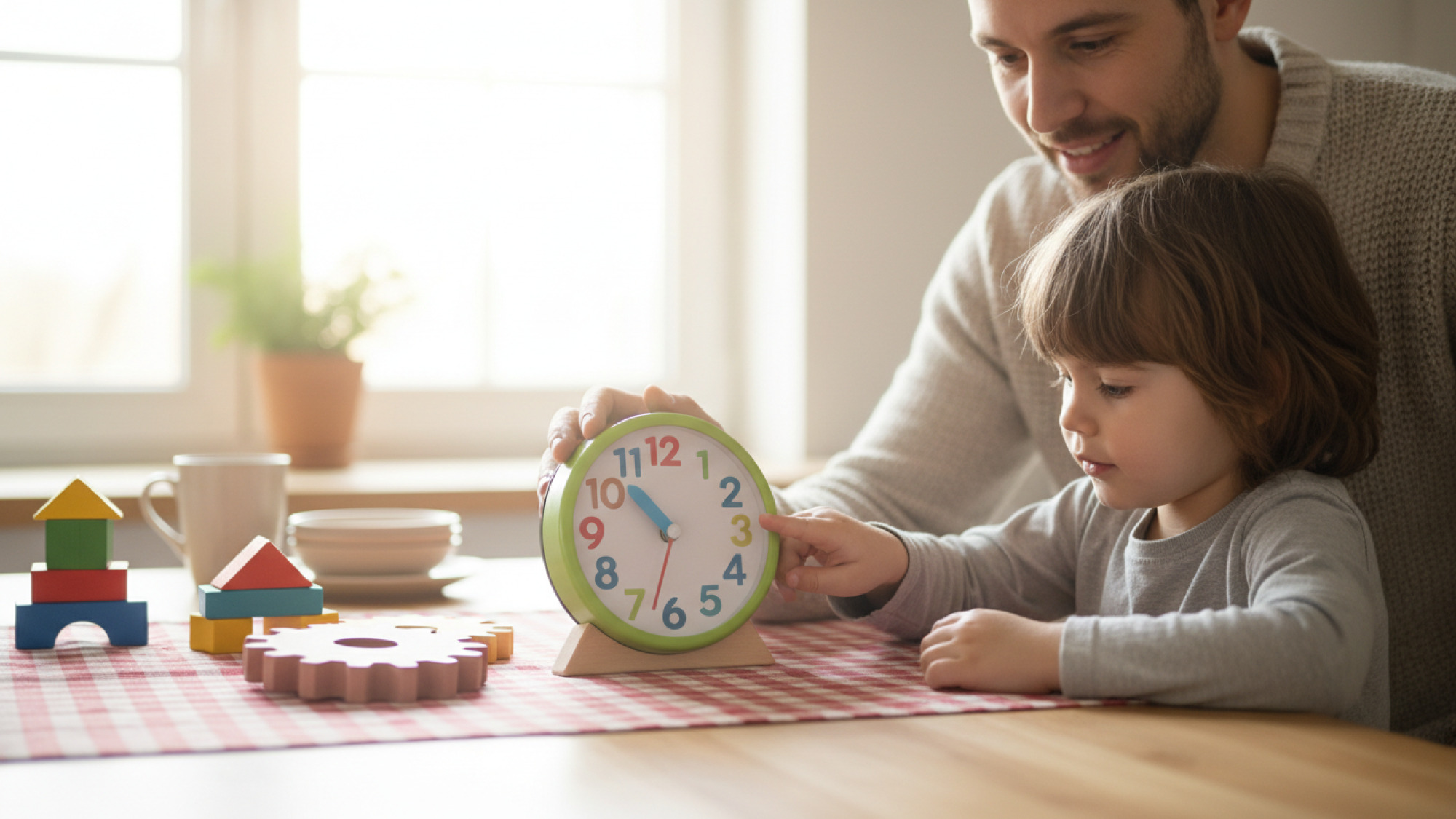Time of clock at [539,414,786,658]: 10:32
